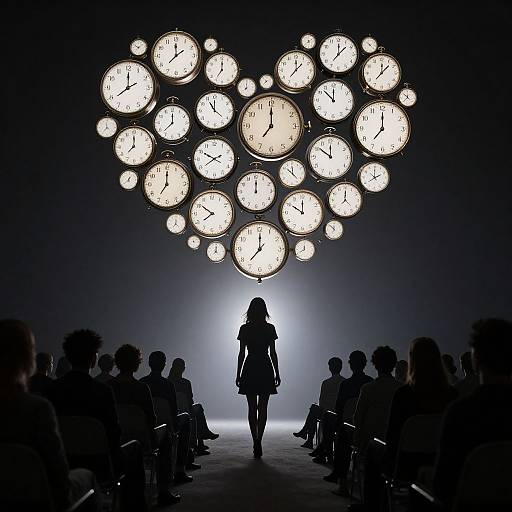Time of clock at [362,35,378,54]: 10:22
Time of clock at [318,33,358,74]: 12:07
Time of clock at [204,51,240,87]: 7:00
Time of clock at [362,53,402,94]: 12:07
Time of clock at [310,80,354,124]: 11:52
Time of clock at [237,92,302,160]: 7:00
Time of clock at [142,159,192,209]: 7:00
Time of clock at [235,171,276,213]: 12:00
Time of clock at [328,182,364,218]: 12:00
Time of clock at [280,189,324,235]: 10:00
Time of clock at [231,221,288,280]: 12:00
